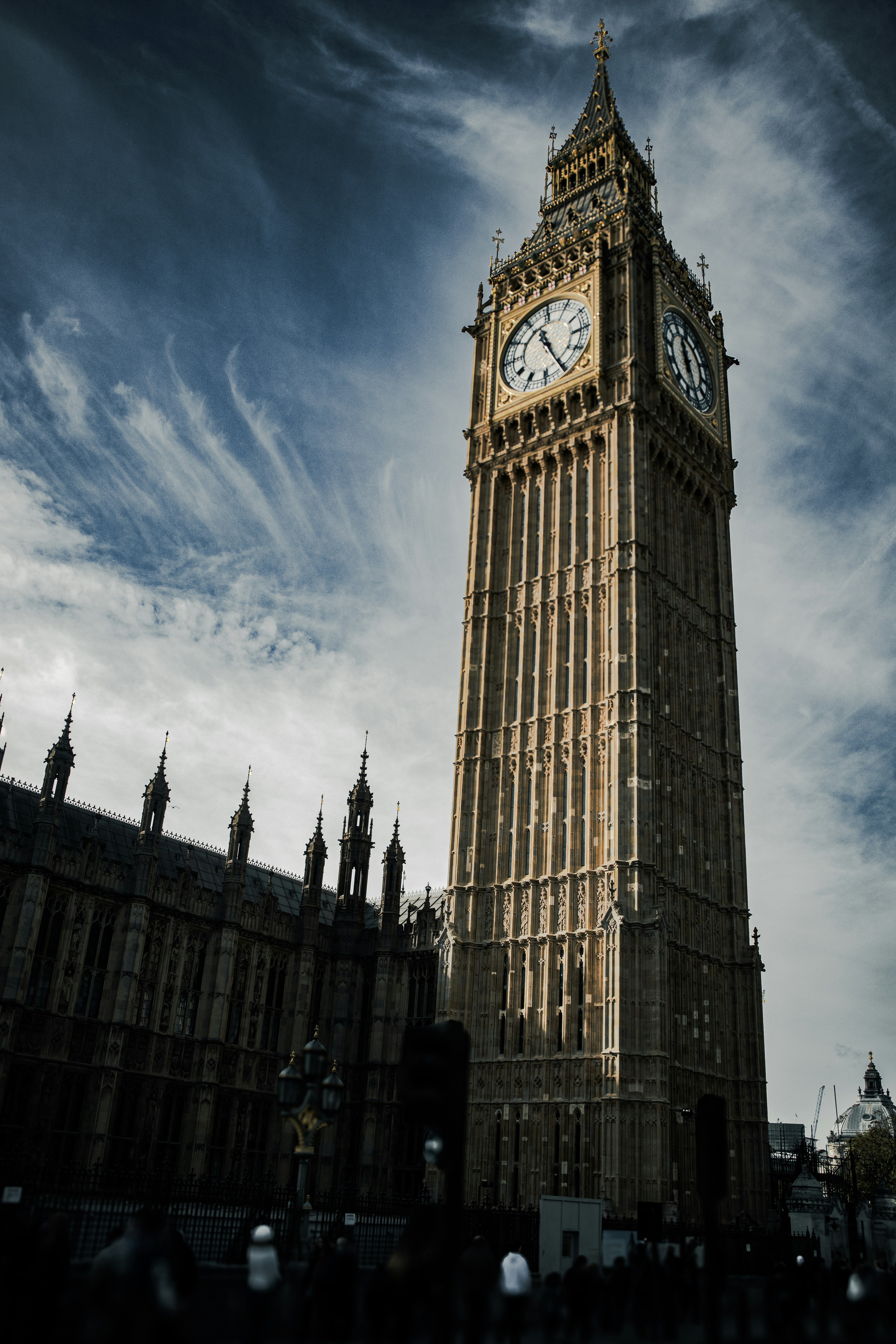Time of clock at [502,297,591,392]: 11:25
